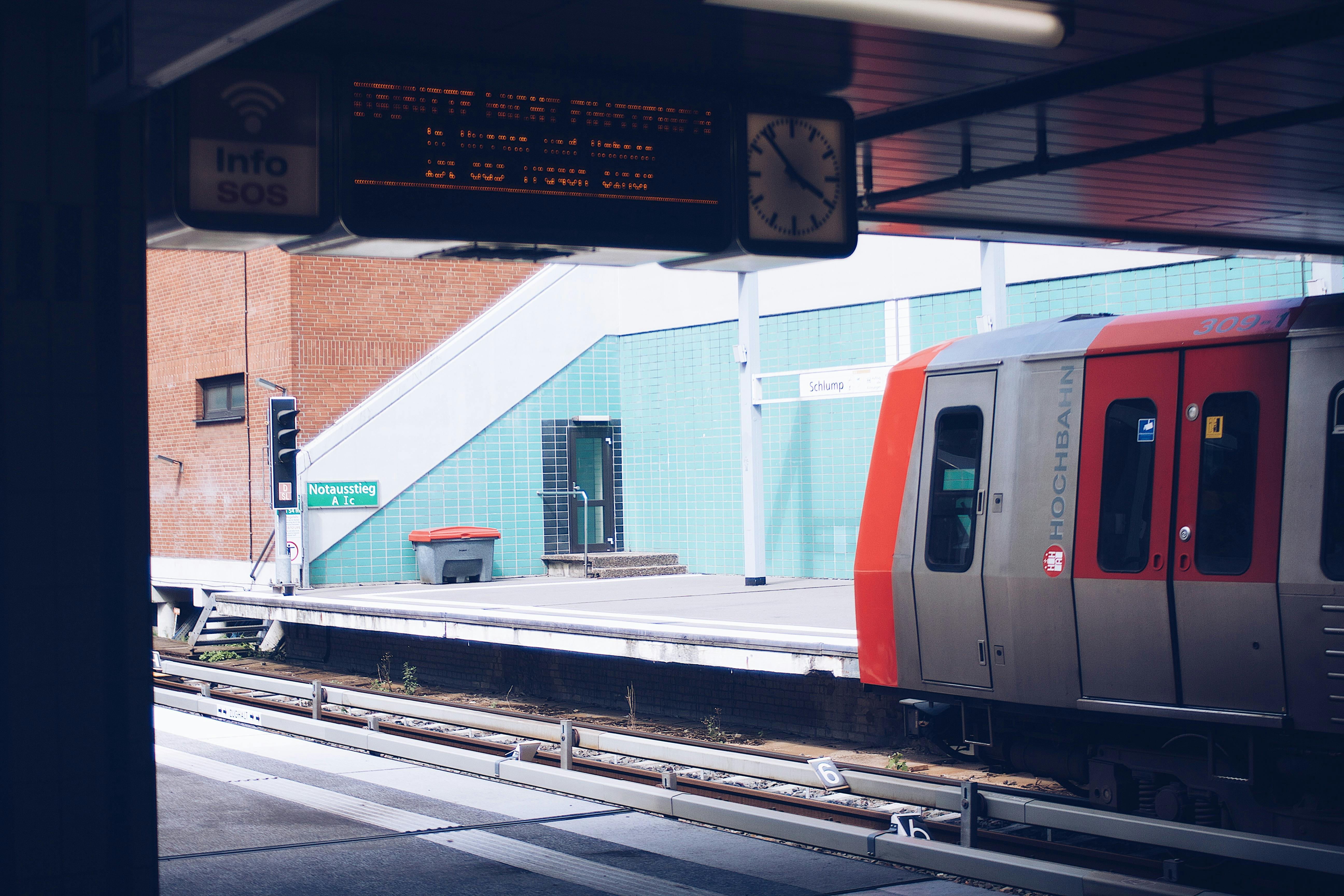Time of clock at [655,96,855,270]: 3:52
